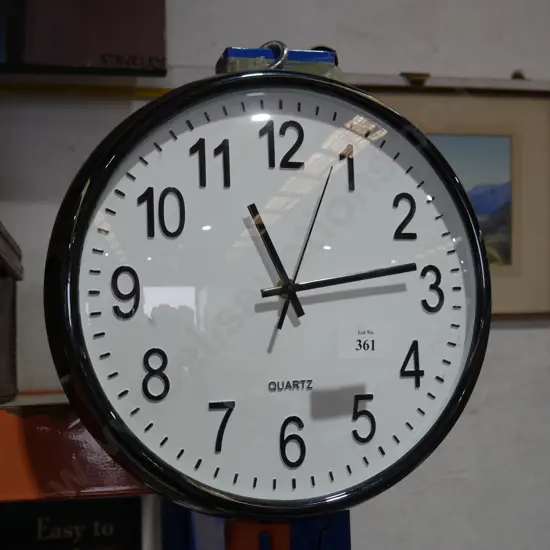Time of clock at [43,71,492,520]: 11:13
